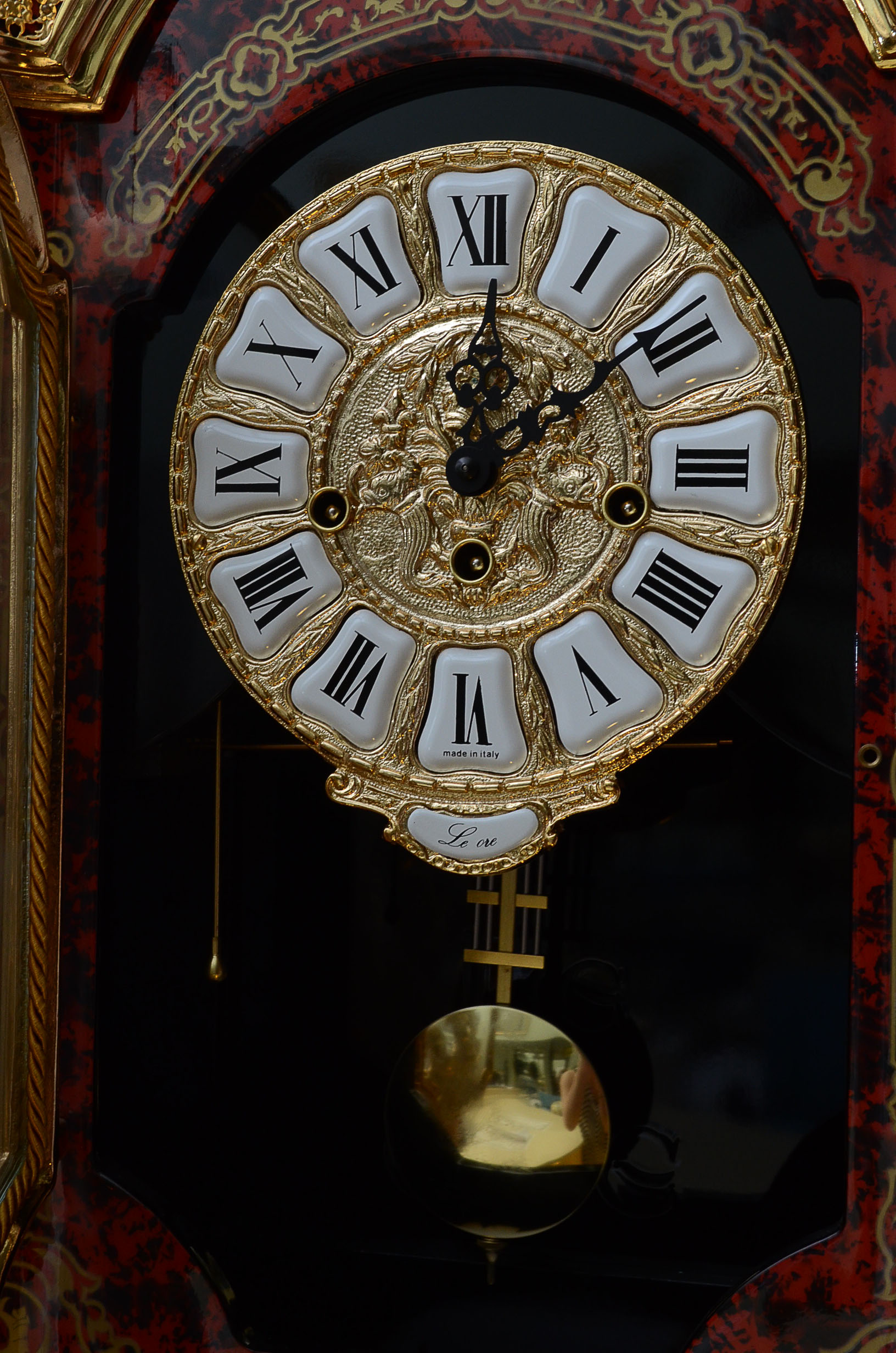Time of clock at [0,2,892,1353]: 12:07
